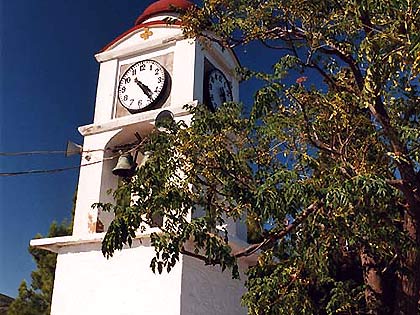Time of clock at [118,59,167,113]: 4:23
